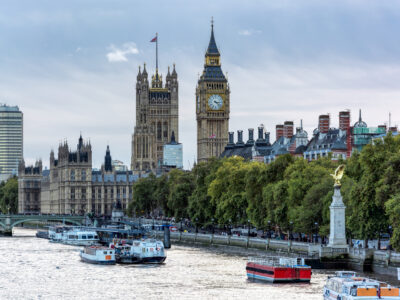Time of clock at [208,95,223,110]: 3:22
